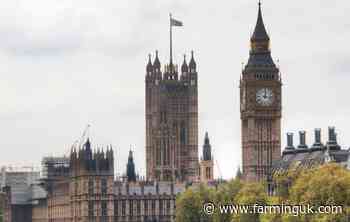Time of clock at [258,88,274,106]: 12:16
